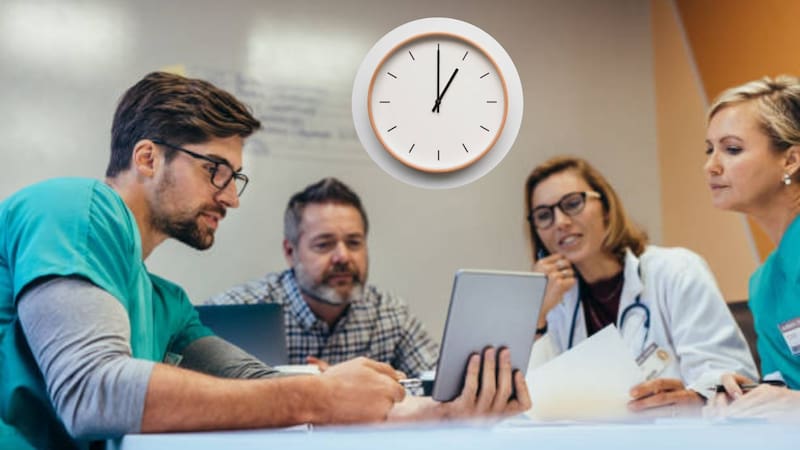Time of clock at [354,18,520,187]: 1:00
